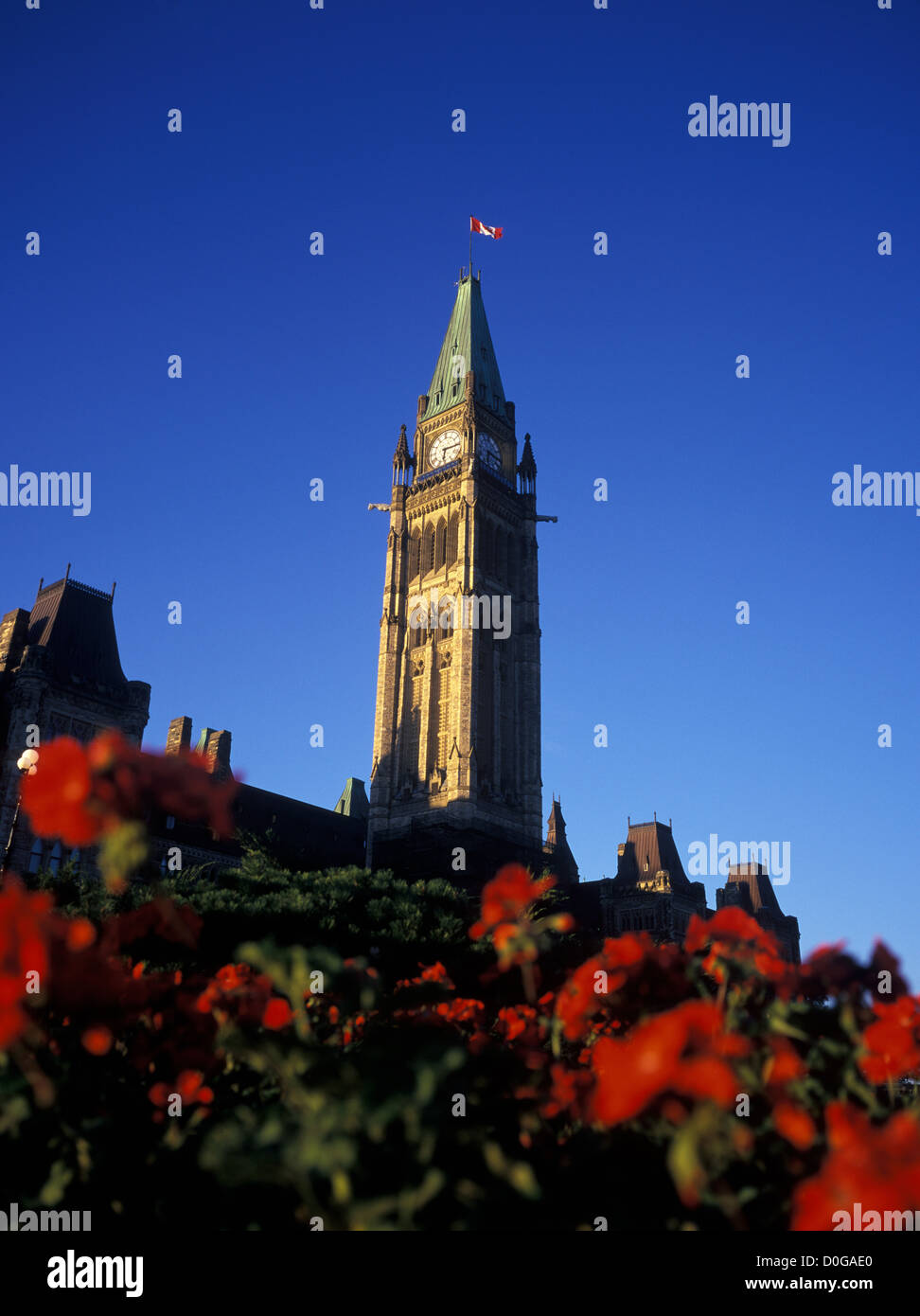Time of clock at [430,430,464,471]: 6:15
